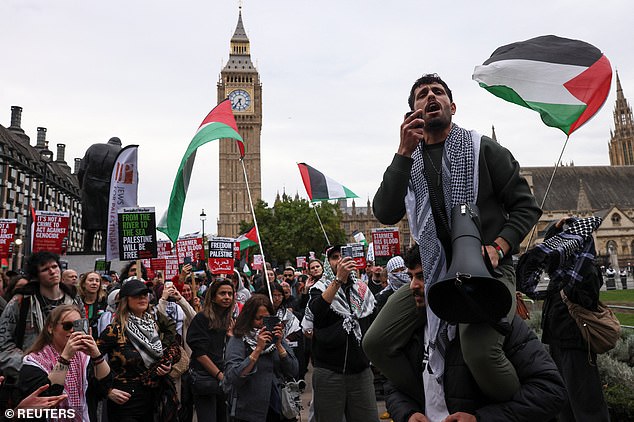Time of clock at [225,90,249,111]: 5:36
